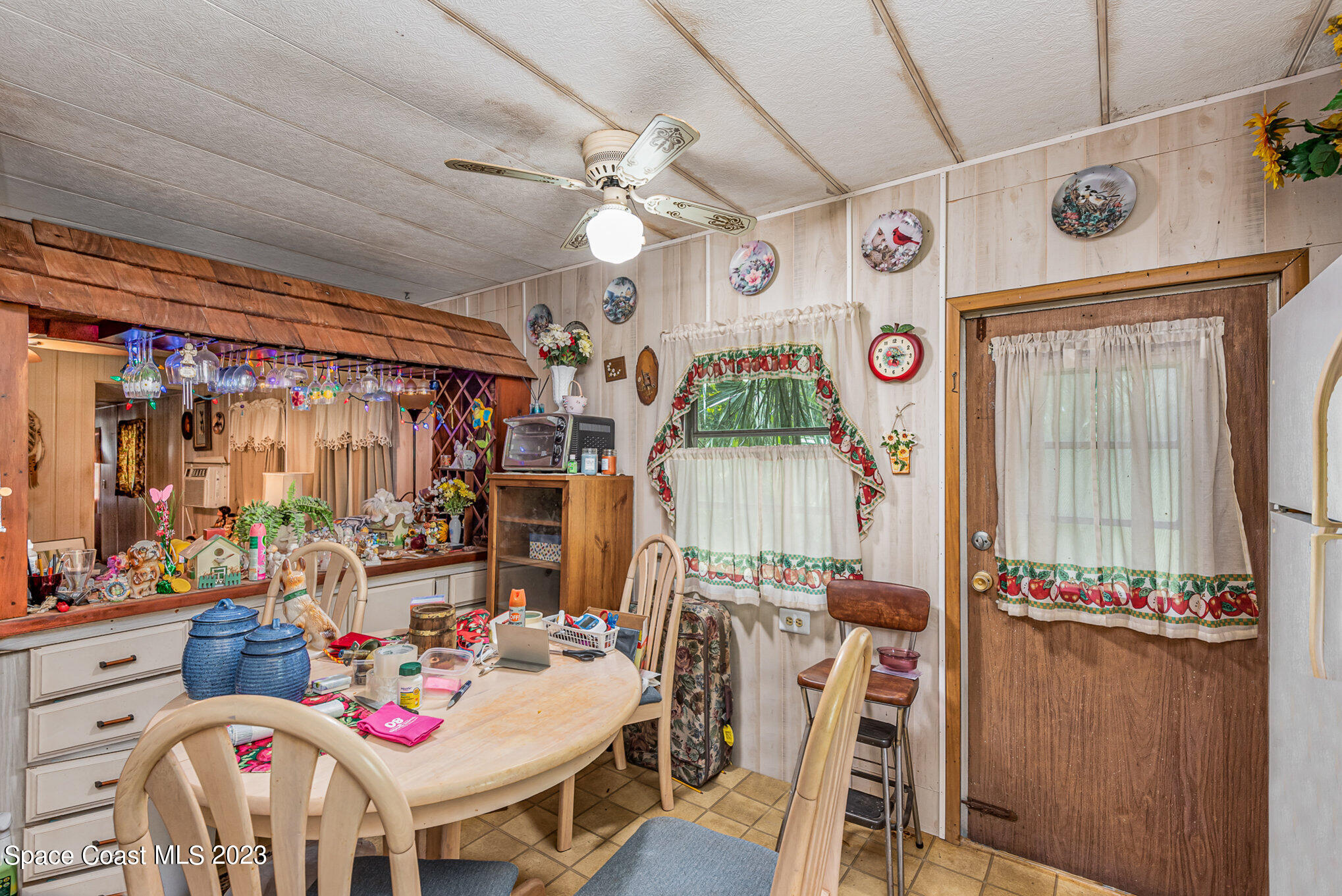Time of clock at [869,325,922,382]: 5:14
